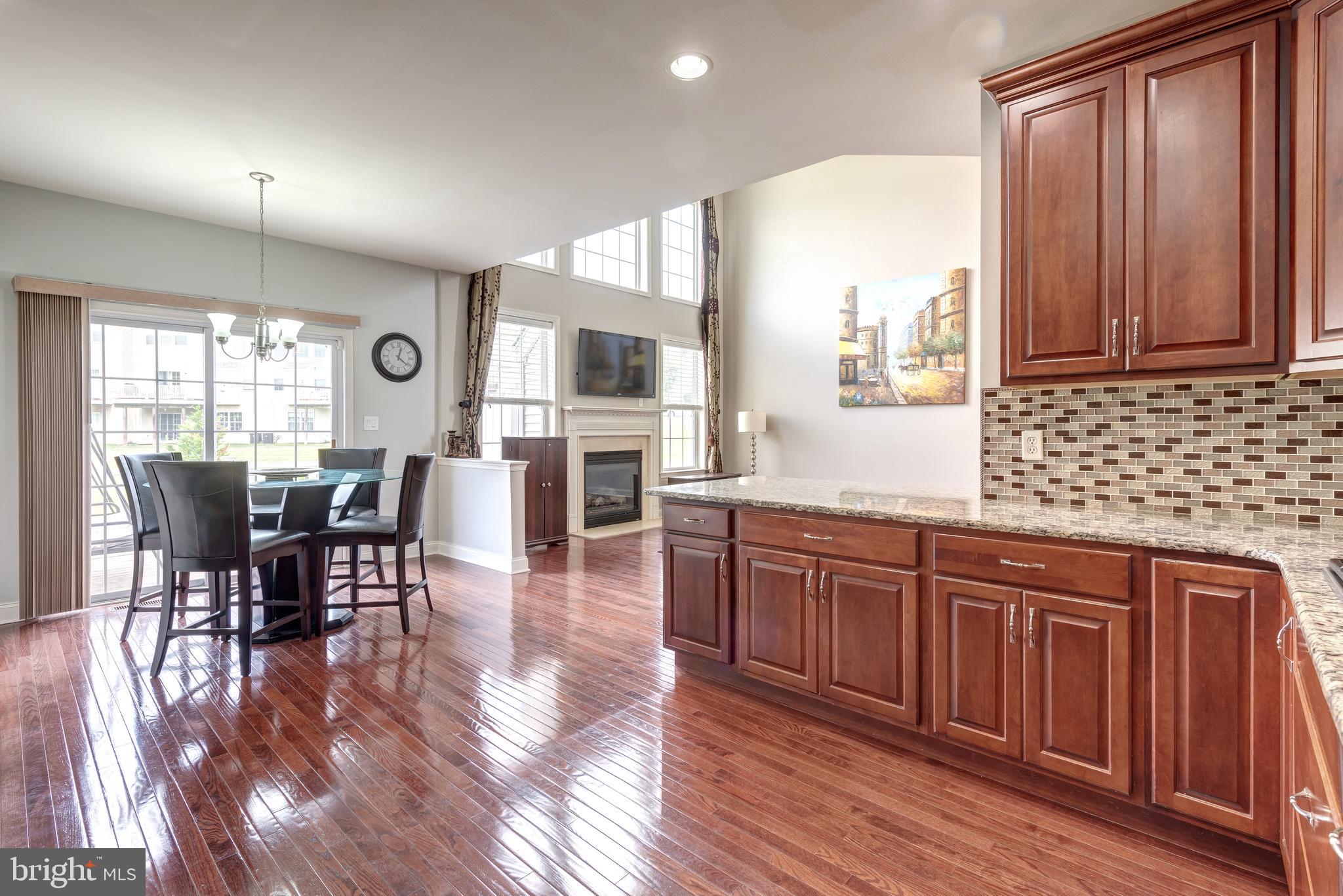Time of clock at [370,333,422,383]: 12:21
